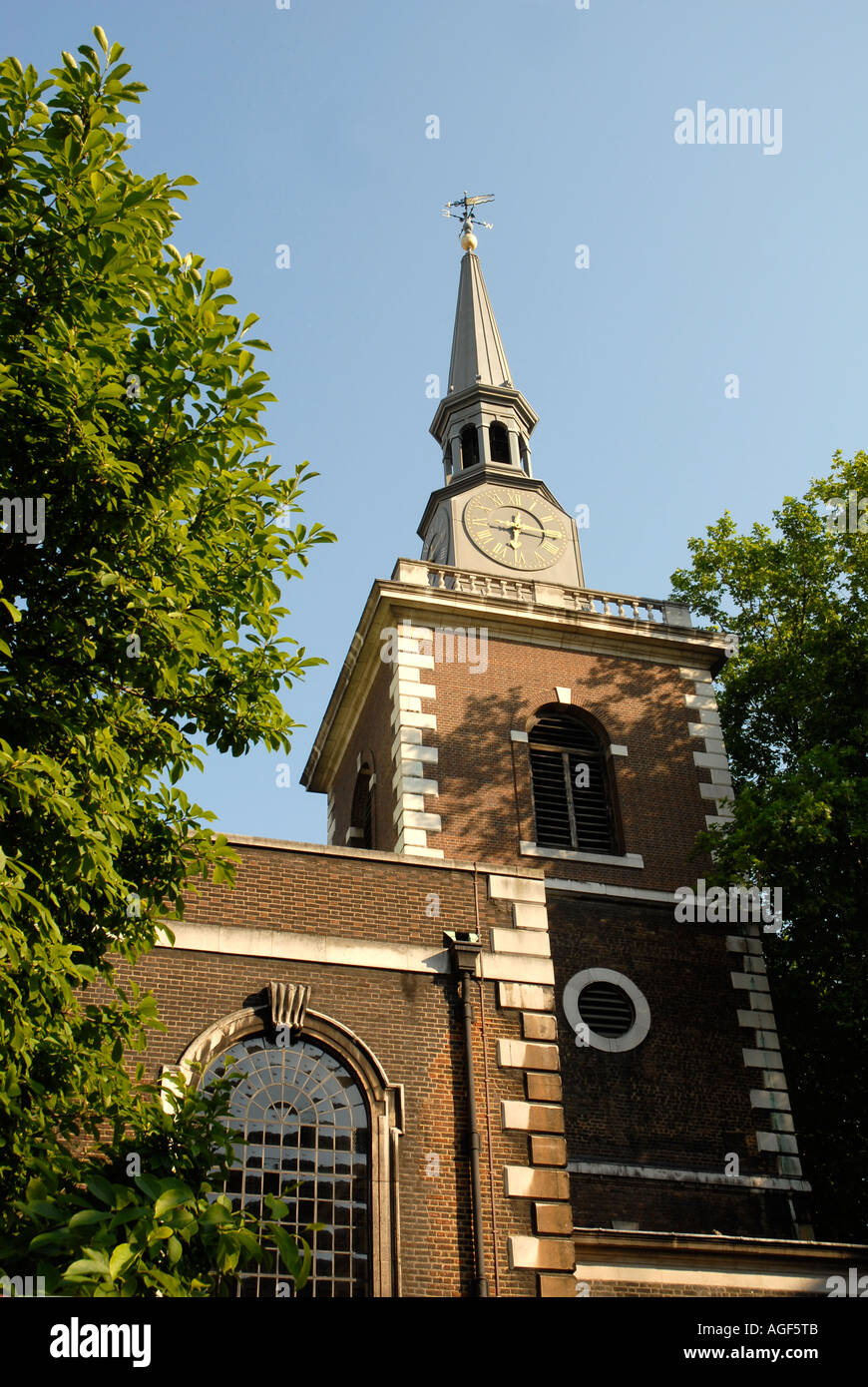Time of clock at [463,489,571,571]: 6:16
